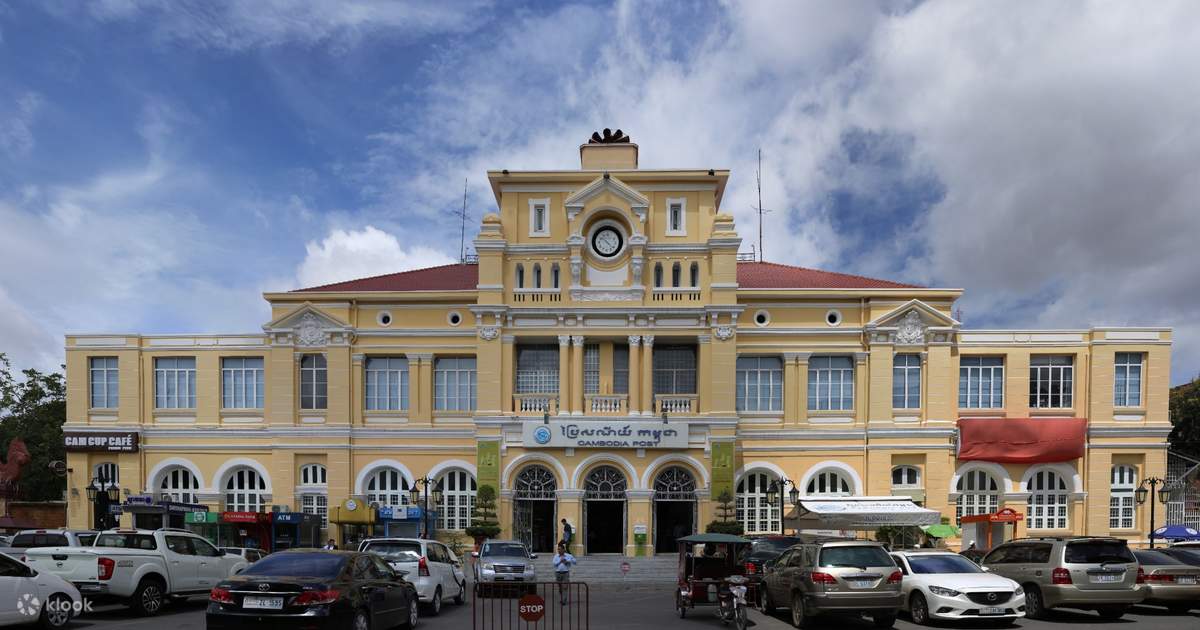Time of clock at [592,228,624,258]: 10:22
